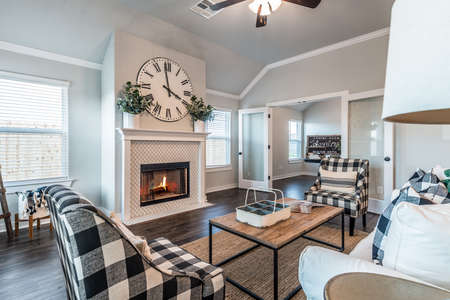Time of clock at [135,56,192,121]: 3:58
